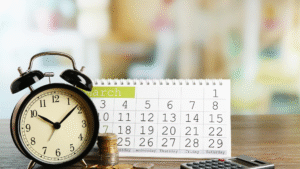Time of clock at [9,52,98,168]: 10:08
